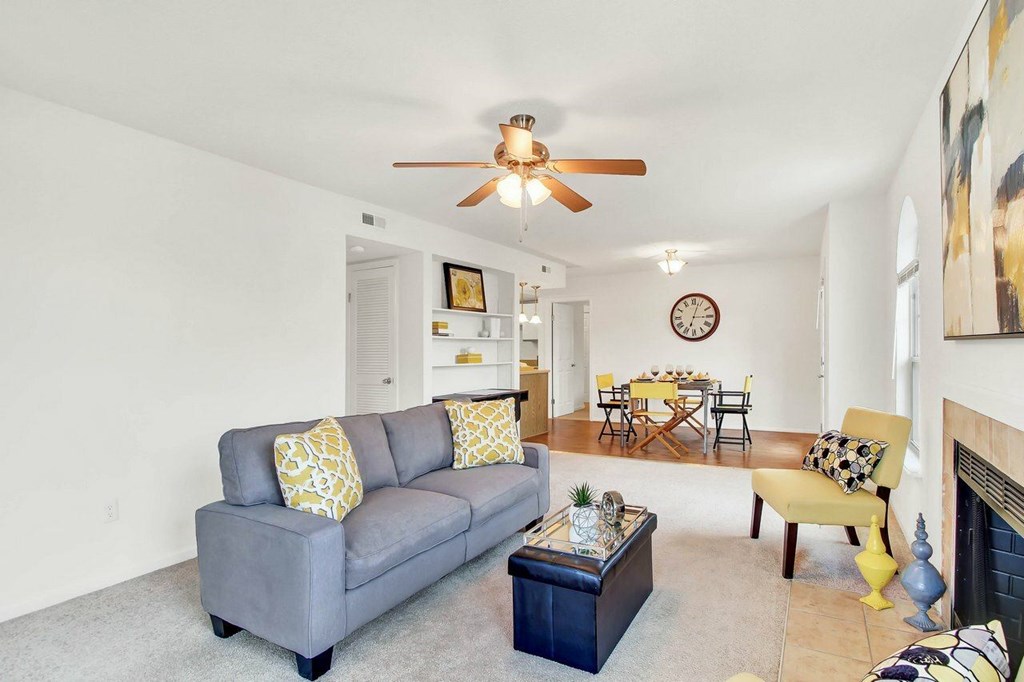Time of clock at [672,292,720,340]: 3:03
